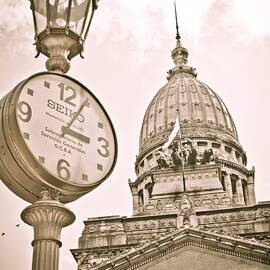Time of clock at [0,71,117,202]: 3:04
